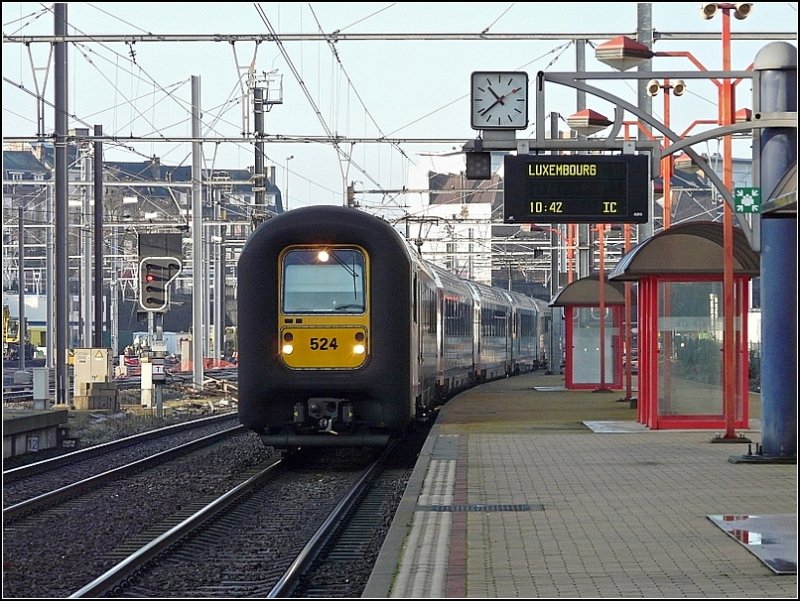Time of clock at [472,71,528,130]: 10:38
